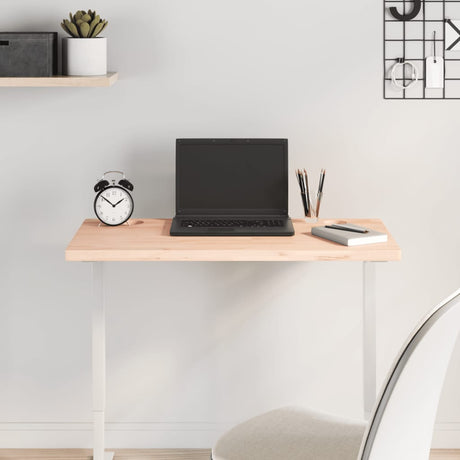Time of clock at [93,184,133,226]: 1:51
